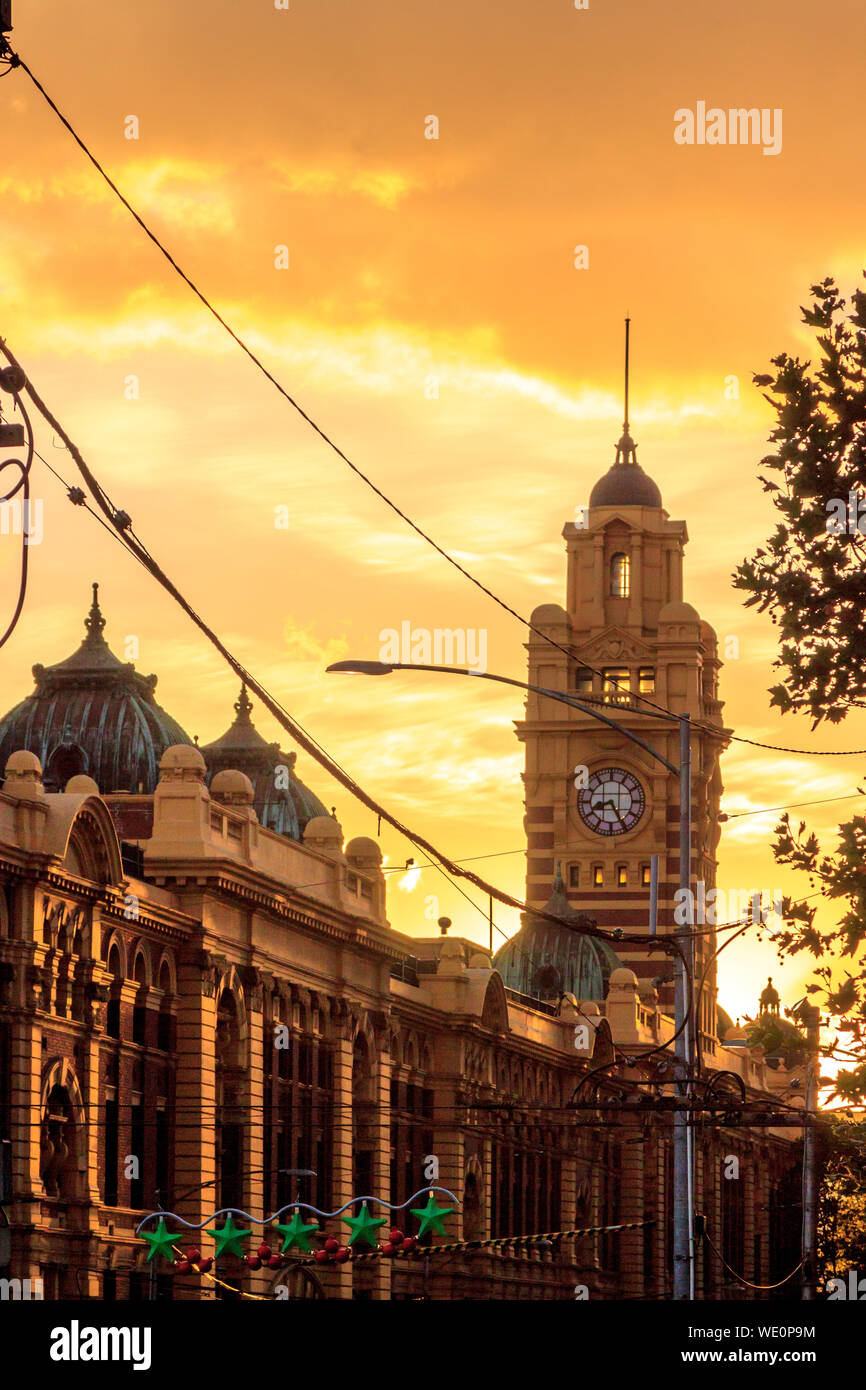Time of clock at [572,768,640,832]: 8:25
